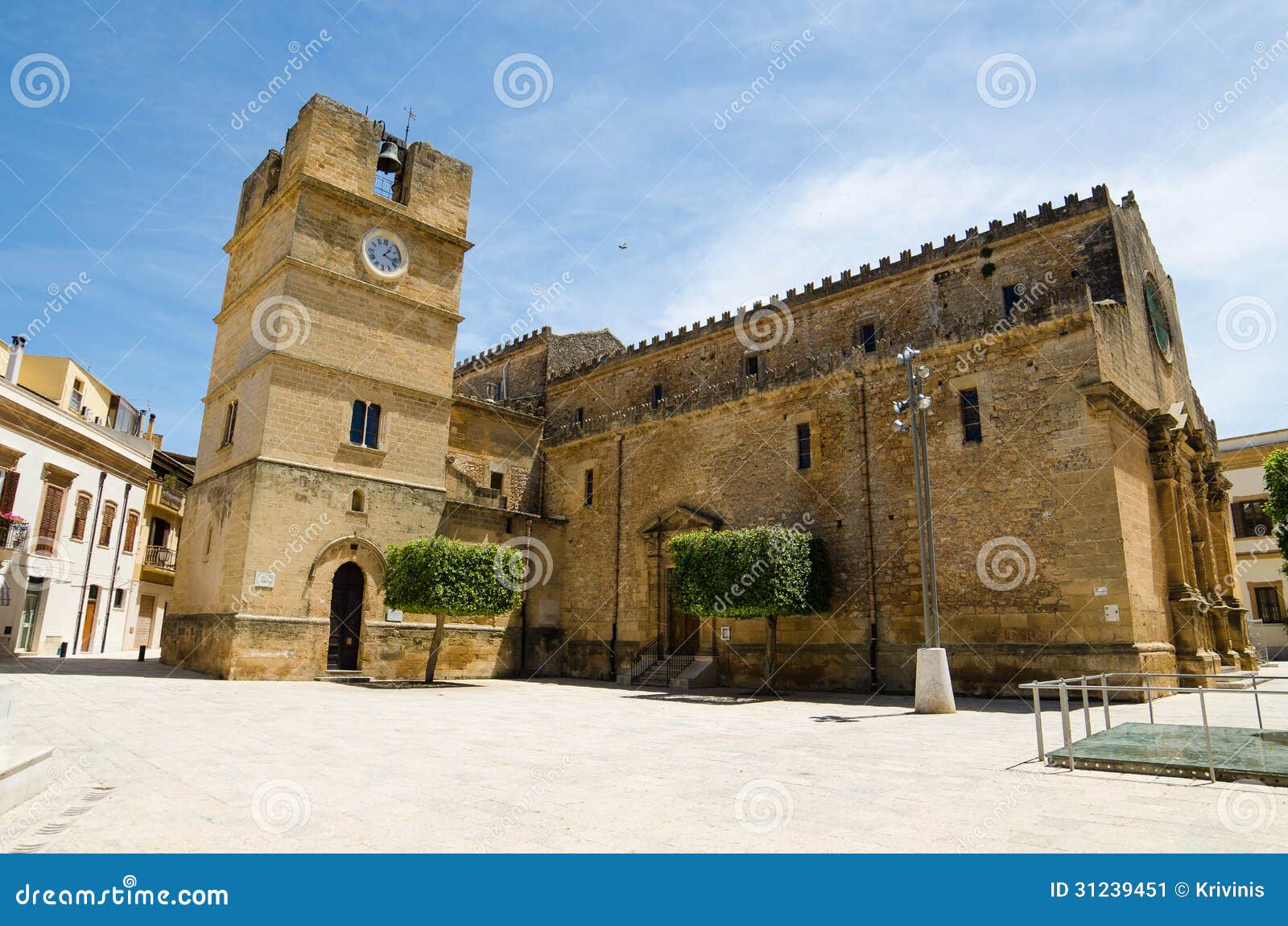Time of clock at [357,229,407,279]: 1:18
